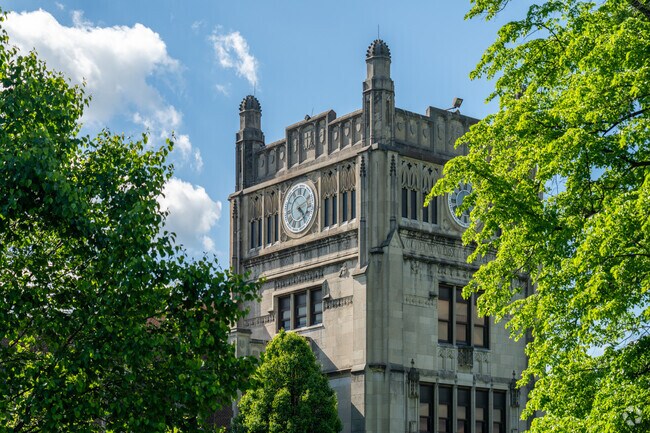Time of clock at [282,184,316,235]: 4:23
